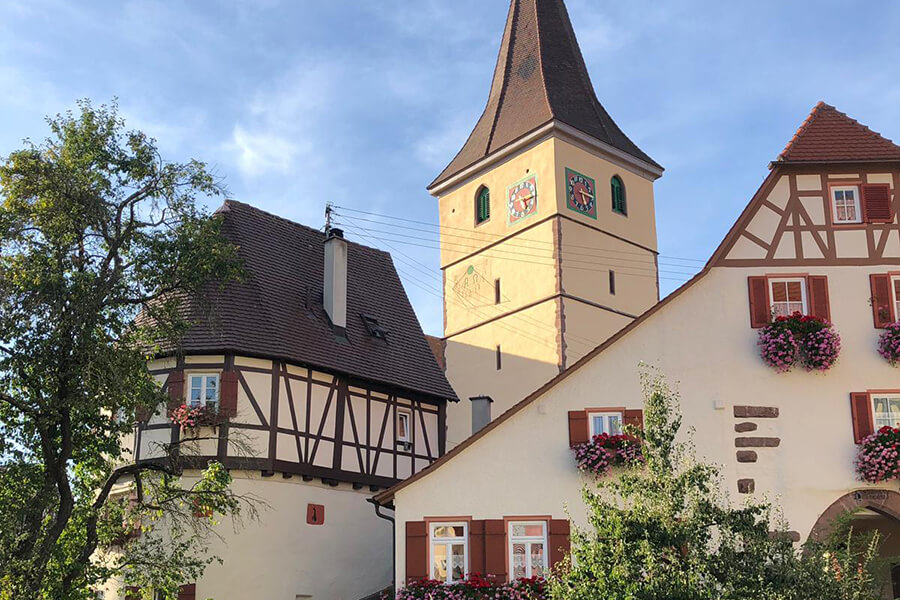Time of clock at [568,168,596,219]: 5:15
